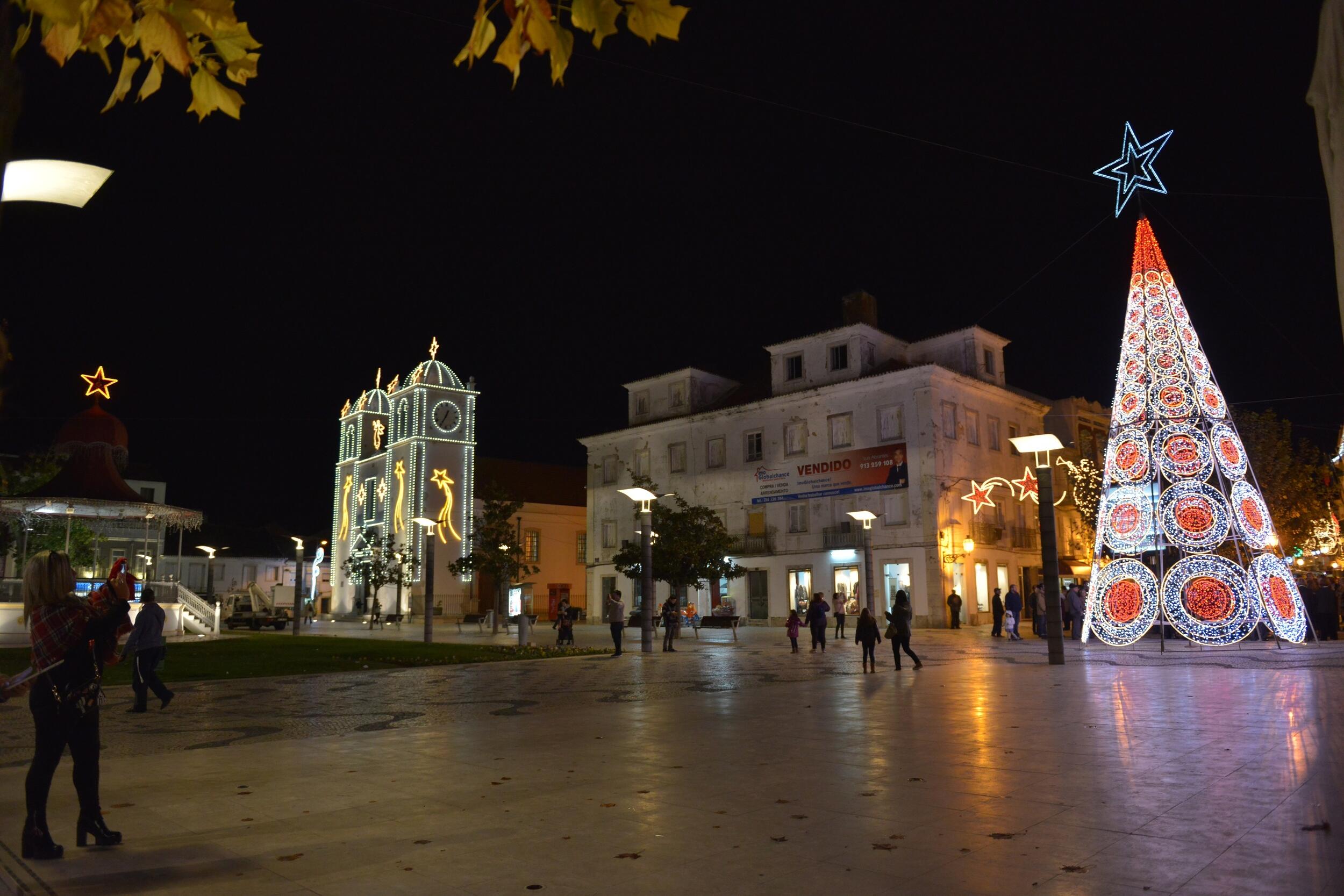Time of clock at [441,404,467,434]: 12:34
